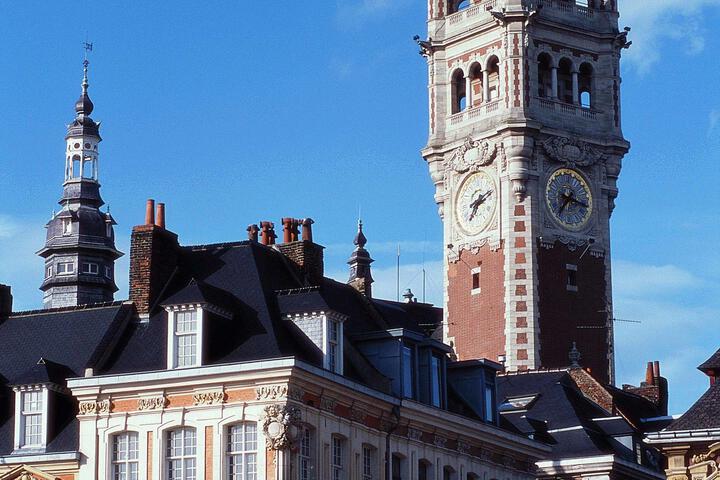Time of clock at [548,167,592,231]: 7:17
